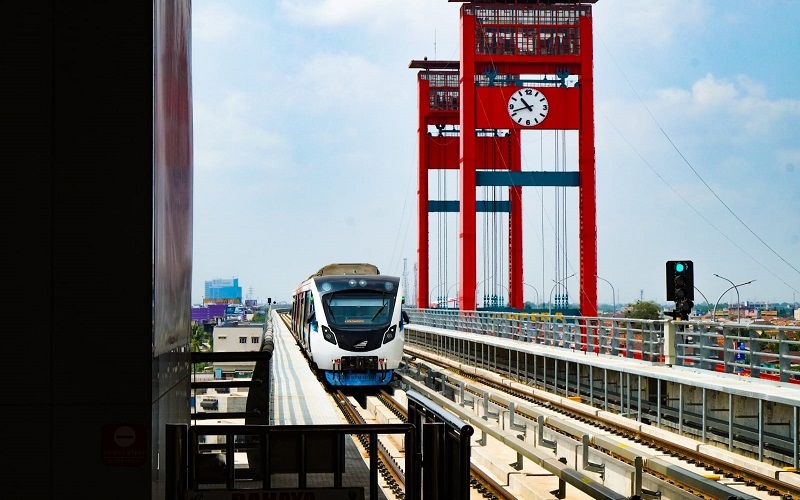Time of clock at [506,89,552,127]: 10:42
